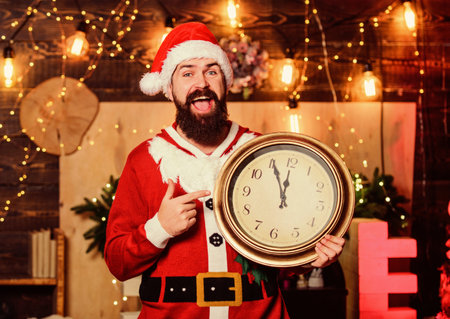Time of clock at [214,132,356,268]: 11:55
